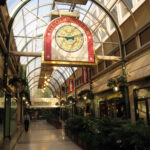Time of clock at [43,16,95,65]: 9:12
